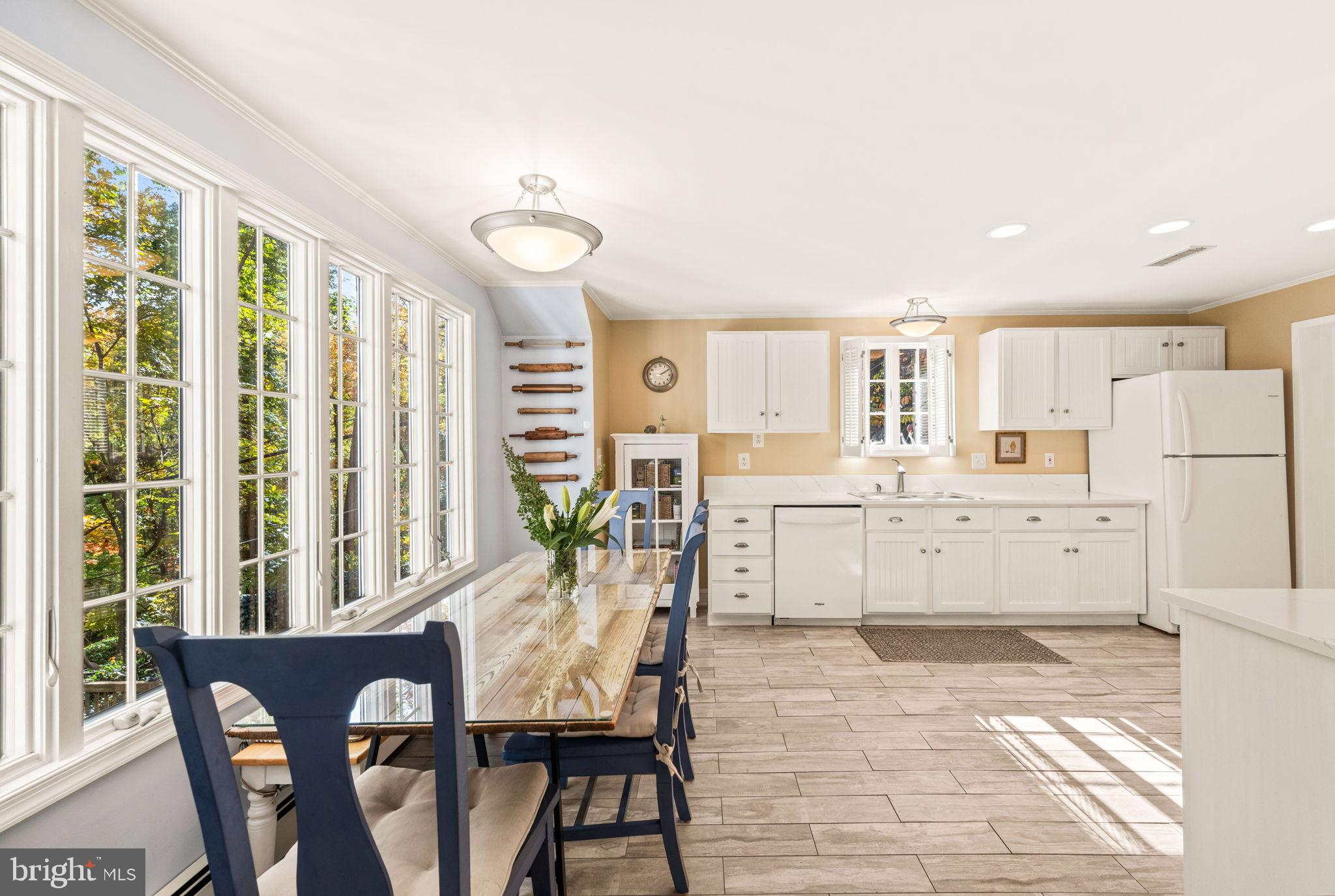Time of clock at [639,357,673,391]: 2:09
